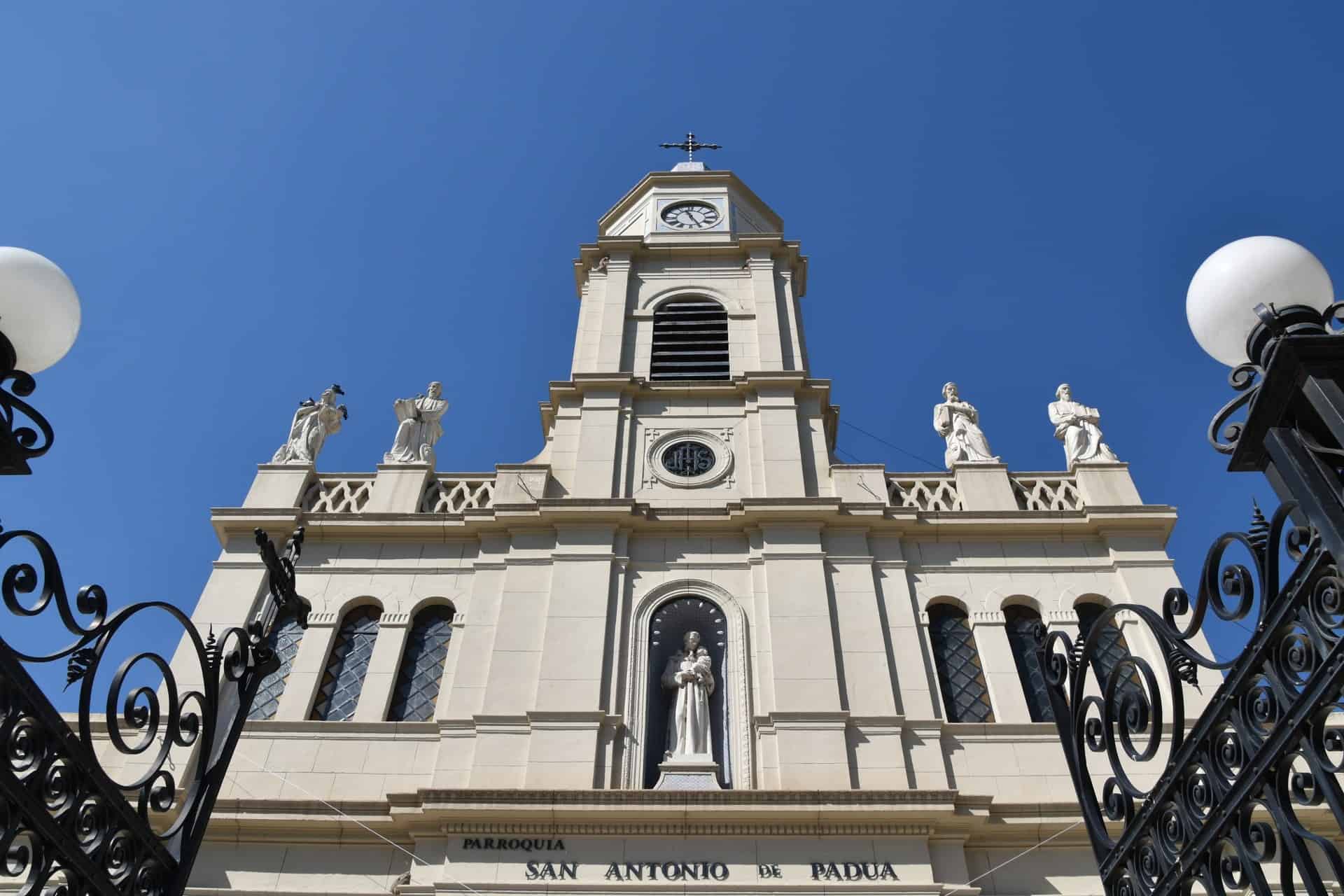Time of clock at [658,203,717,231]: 11:25
